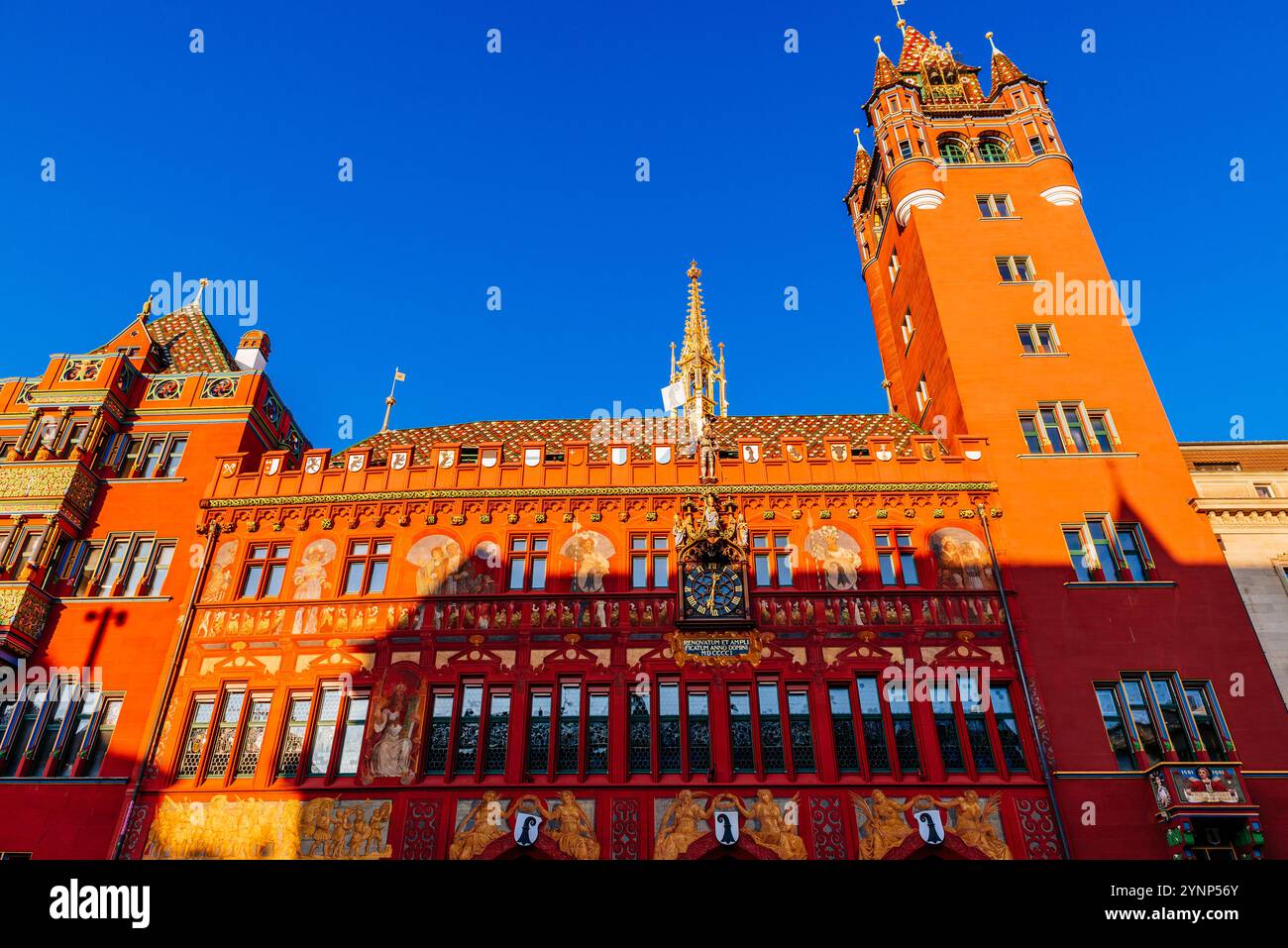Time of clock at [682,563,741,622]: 12:32
